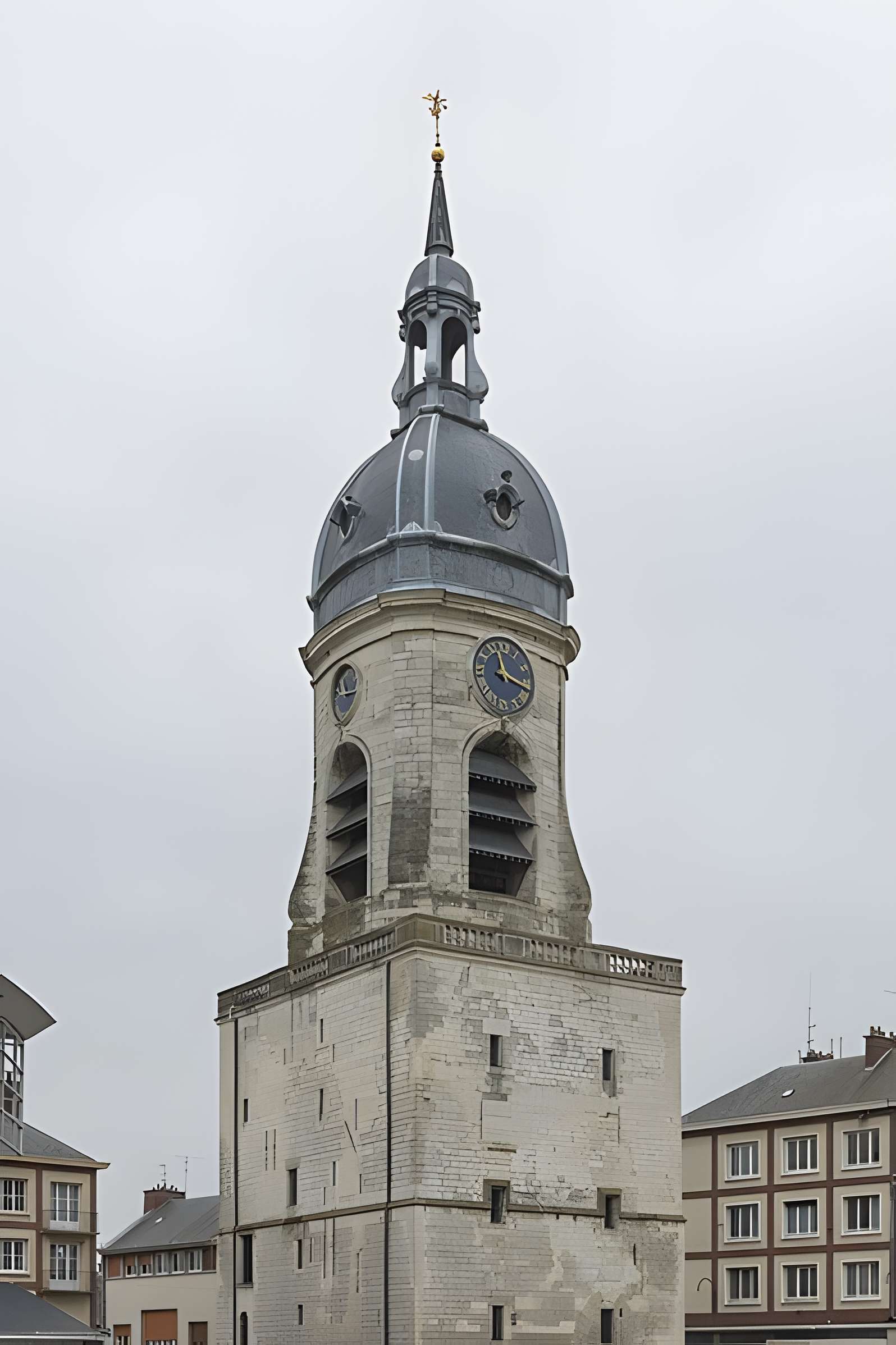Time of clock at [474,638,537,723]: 11:18
